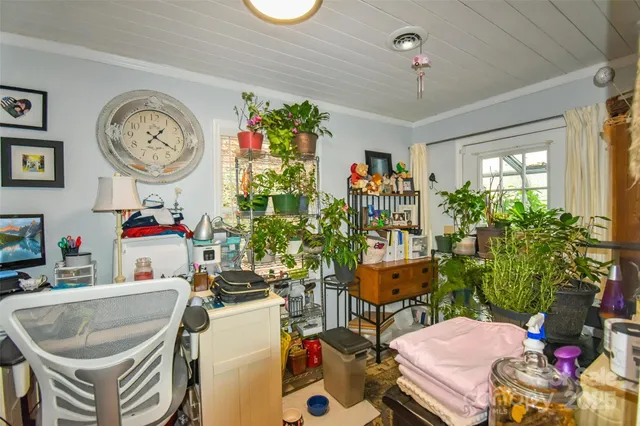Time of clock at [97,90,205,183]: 1:20
